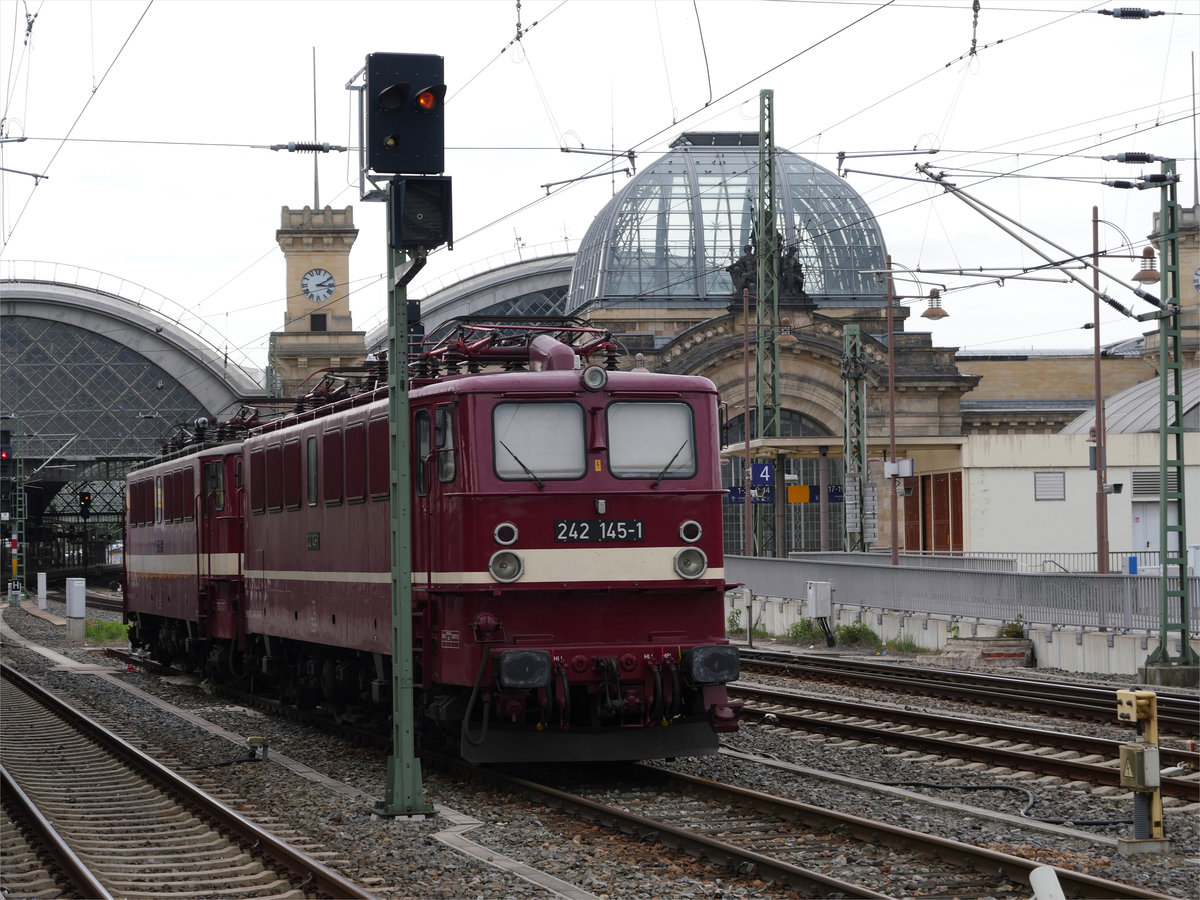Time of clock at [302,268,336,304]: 3:10
